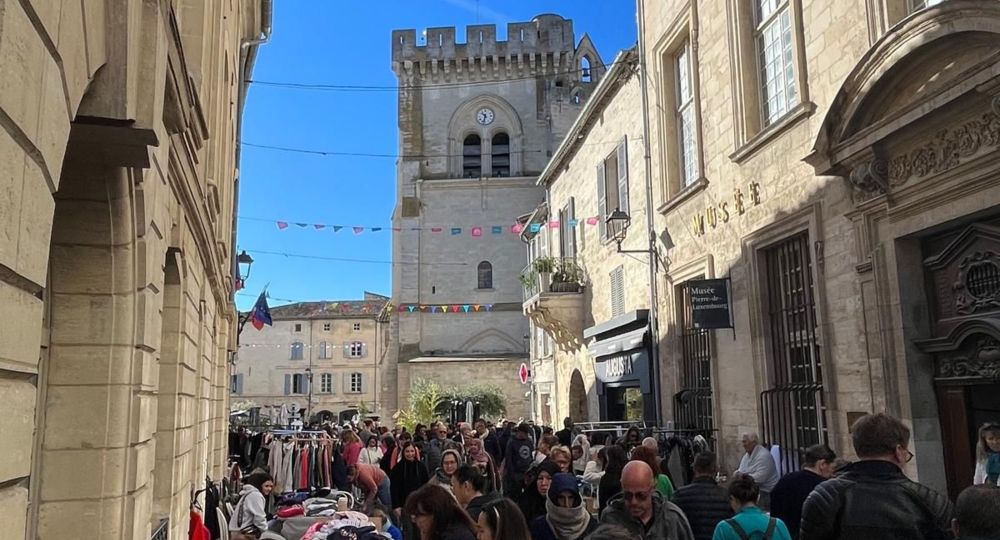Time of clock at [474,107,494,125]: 10:32
